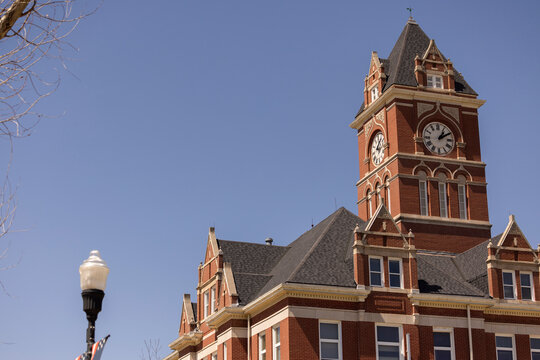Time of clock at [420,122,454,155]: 1:09
